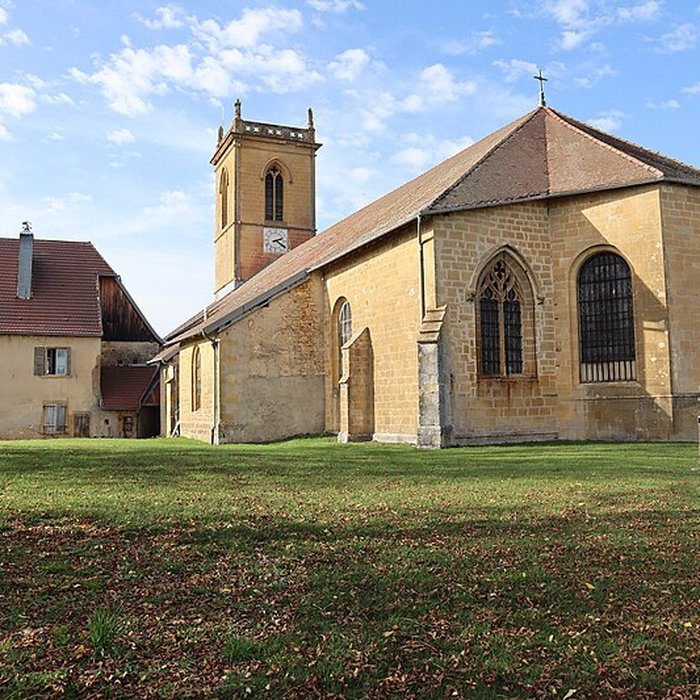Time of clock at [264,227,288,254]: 2:21
